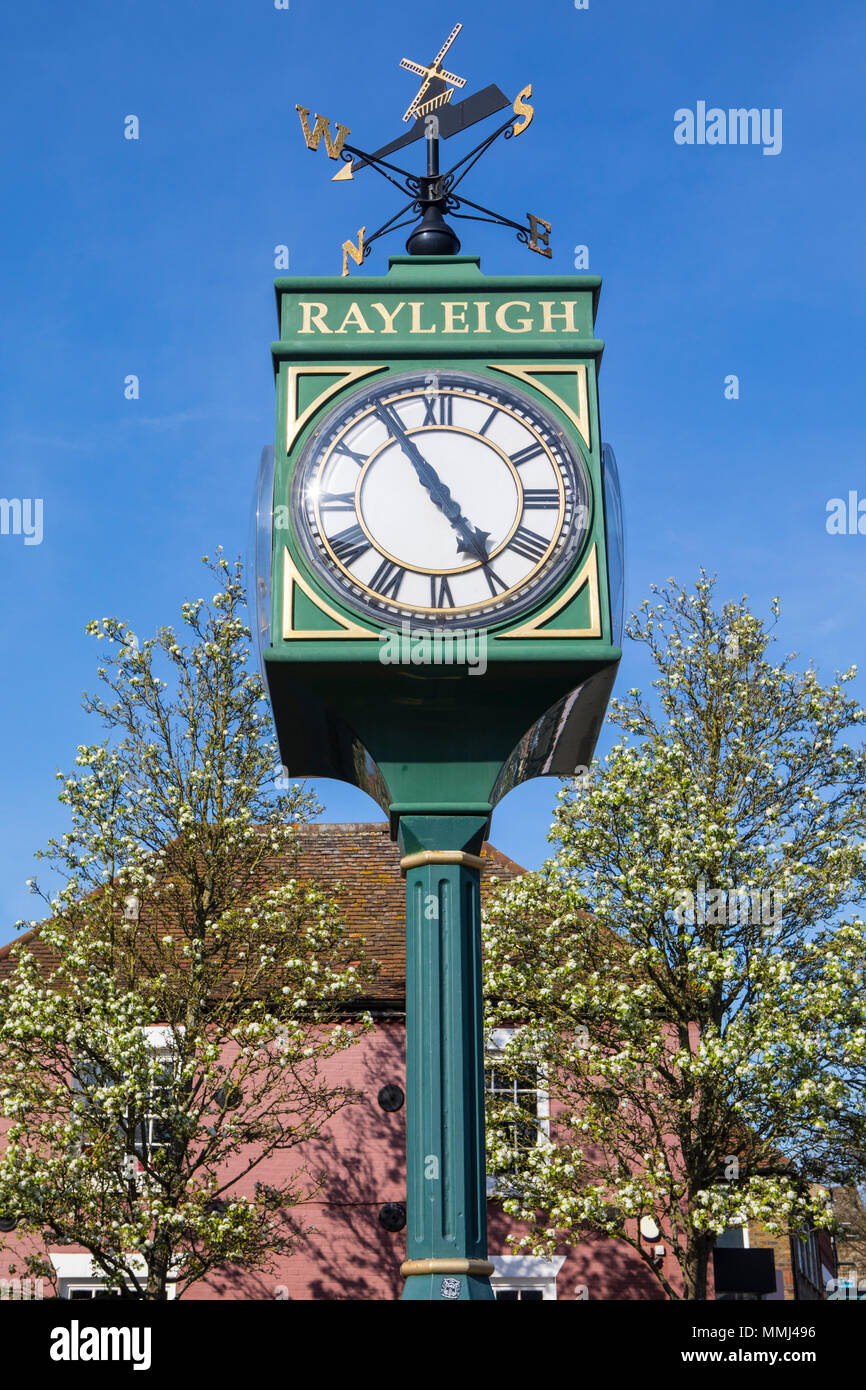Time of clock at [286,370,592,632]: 4:54
